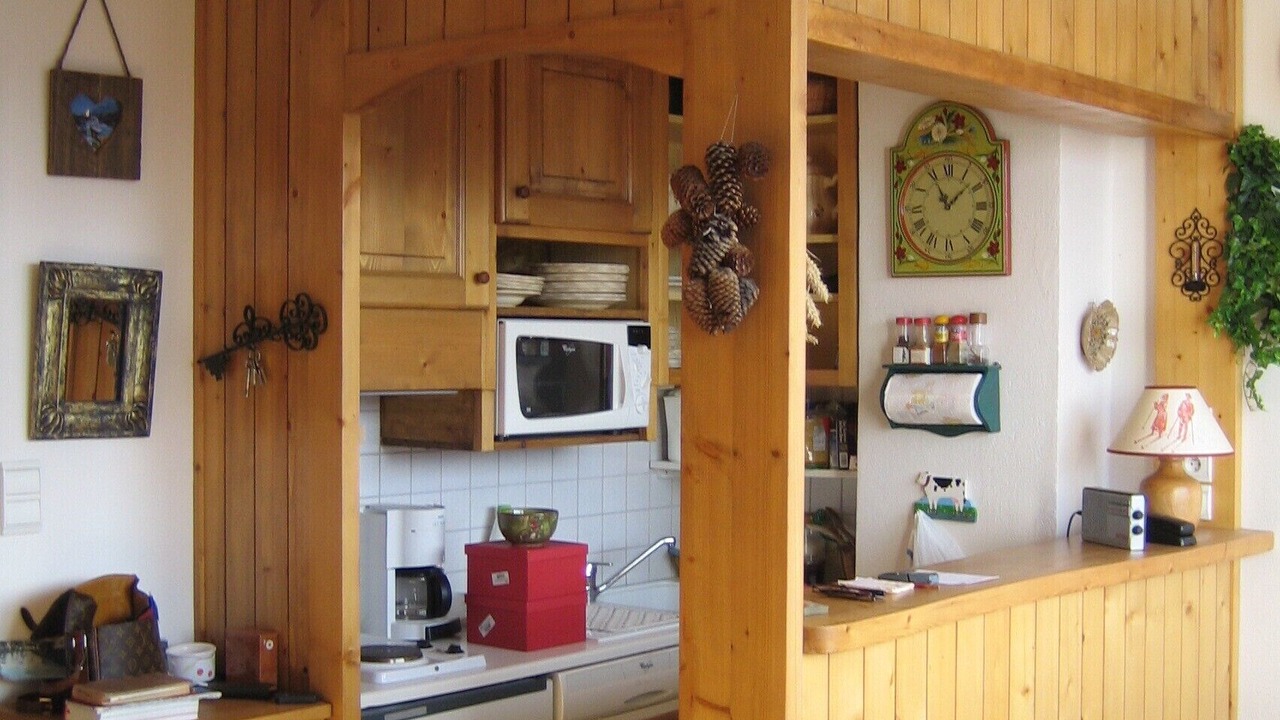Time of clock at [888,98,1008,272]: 11:08
